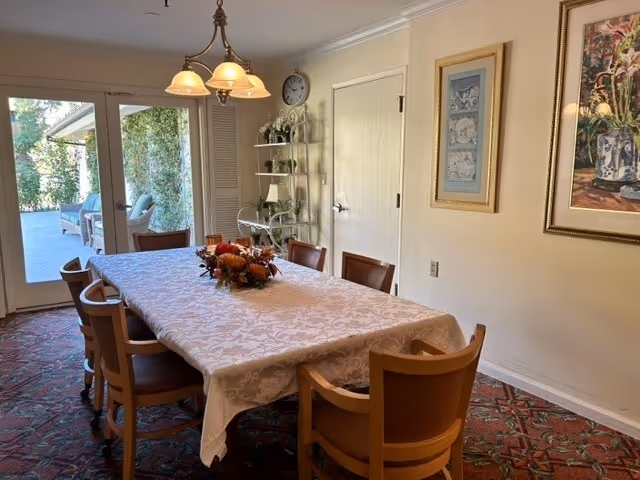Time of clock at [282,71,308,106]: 9:42
